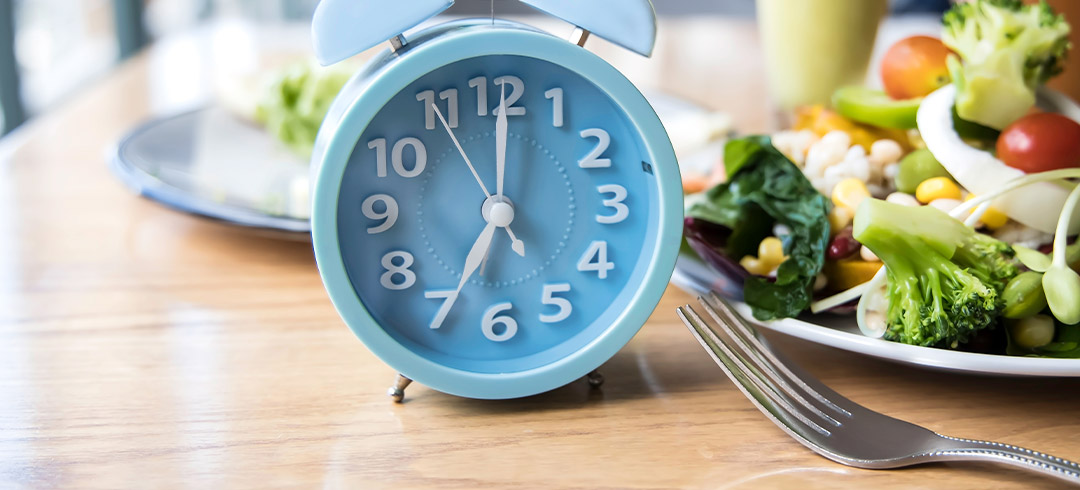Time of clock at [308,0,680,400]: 7:00
